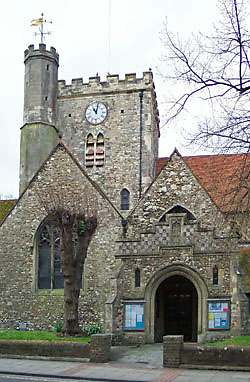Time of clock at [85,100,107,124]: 11:02
